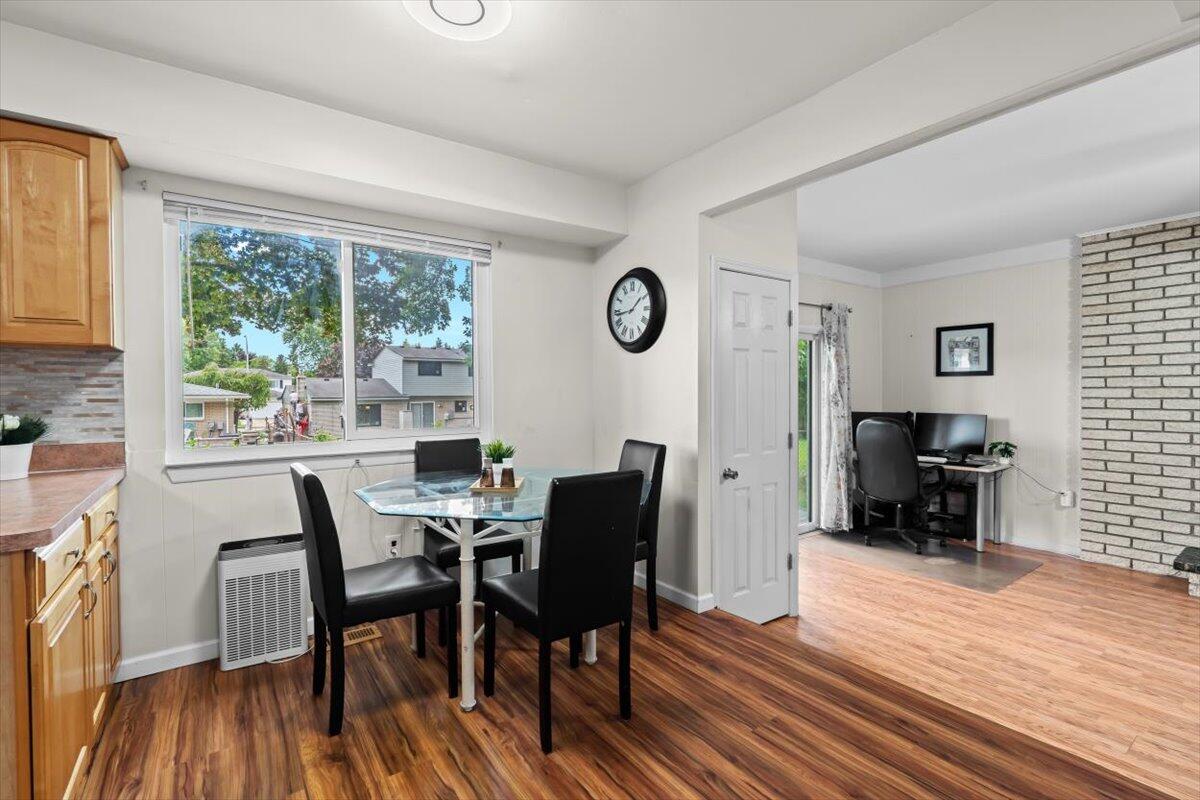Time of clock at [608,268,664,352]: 1:43
